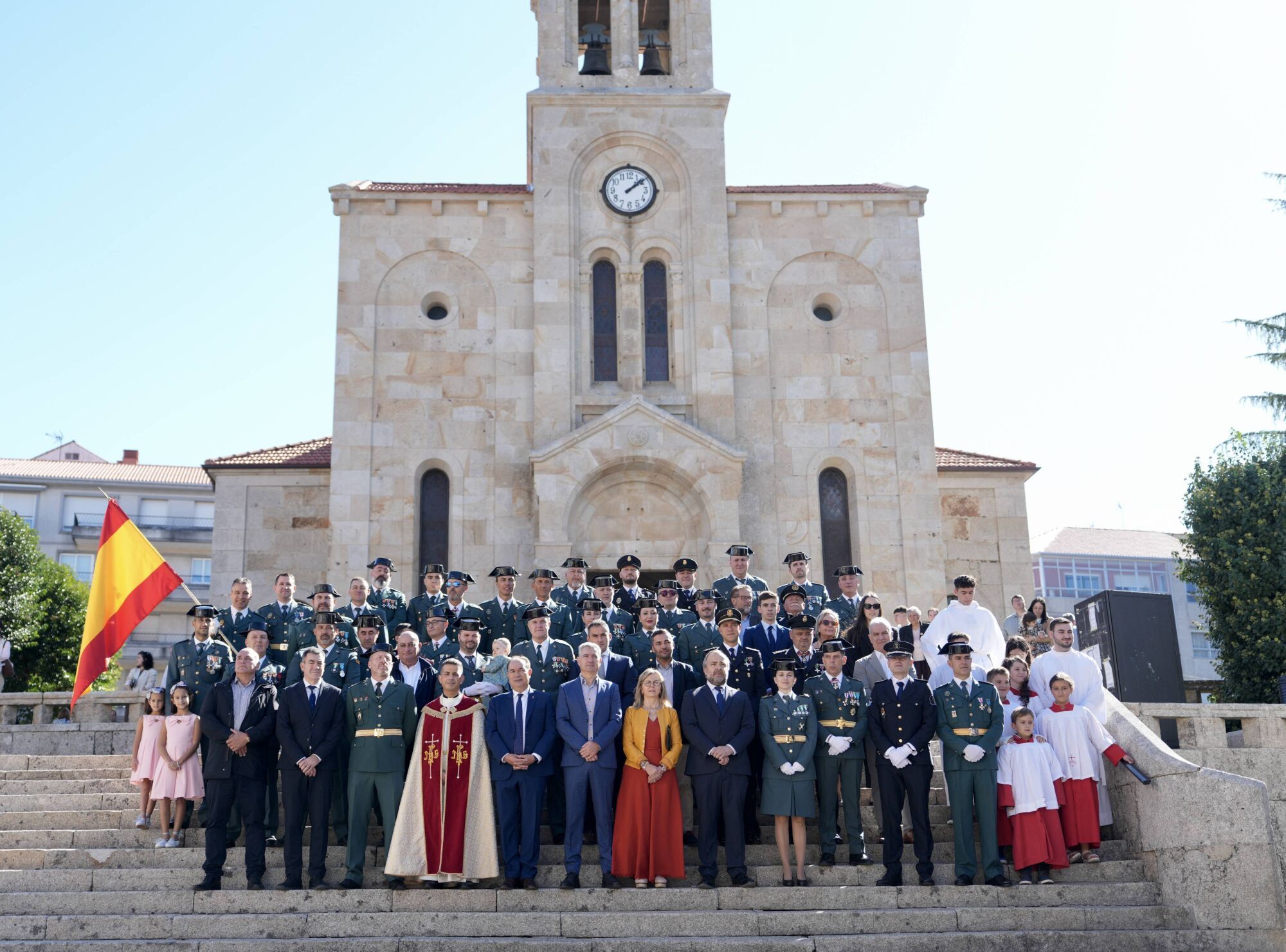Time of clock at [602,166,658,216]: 1:08
